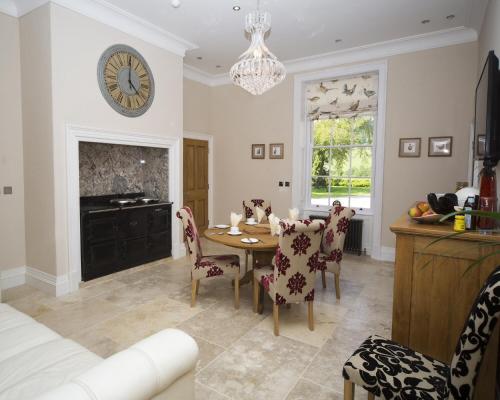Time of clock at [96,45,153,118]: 4:00
